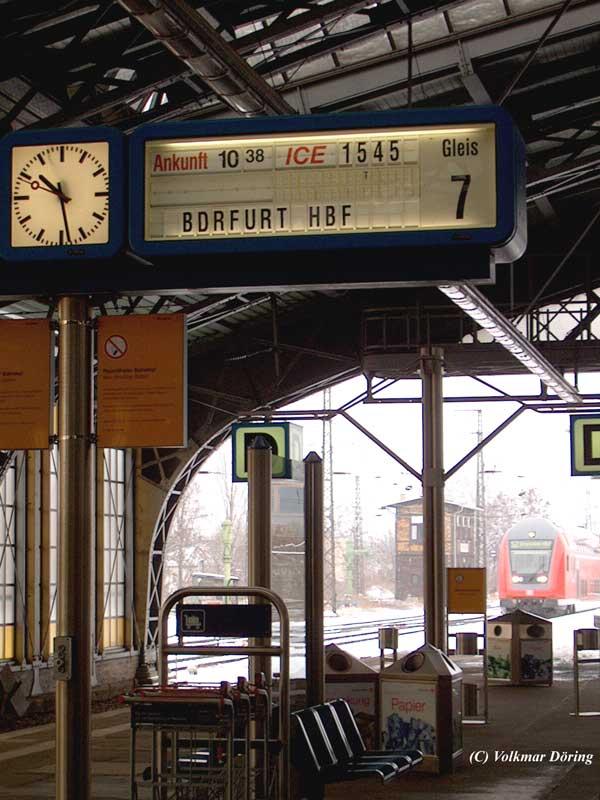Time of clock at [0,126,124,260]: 10:28
